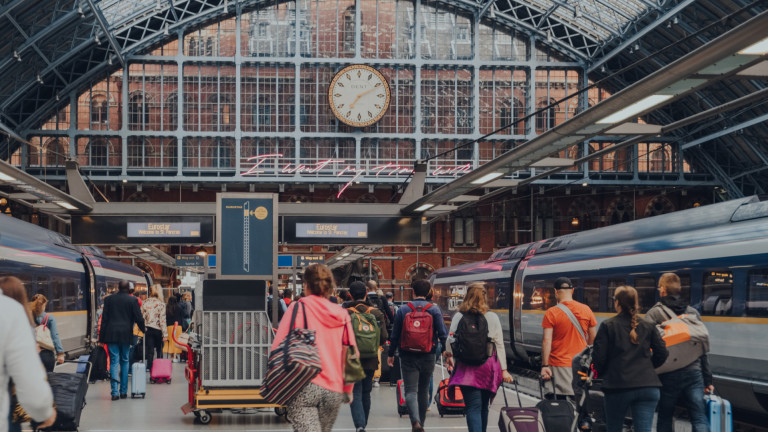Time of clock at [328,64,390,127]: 7:10
